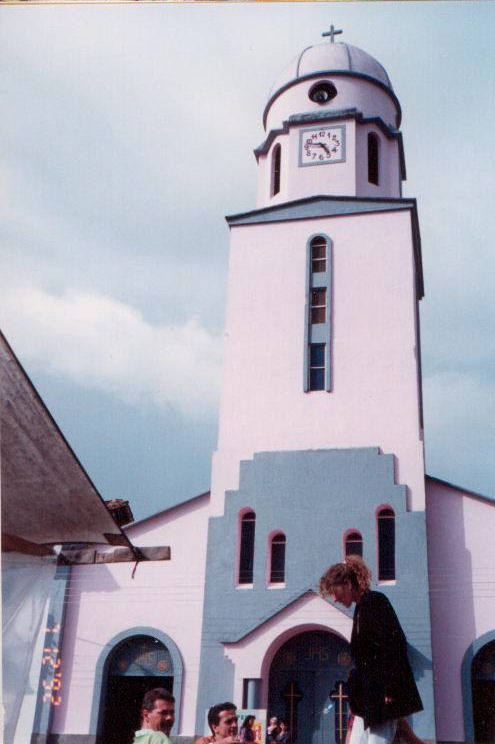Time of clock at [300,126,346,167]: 4:47
